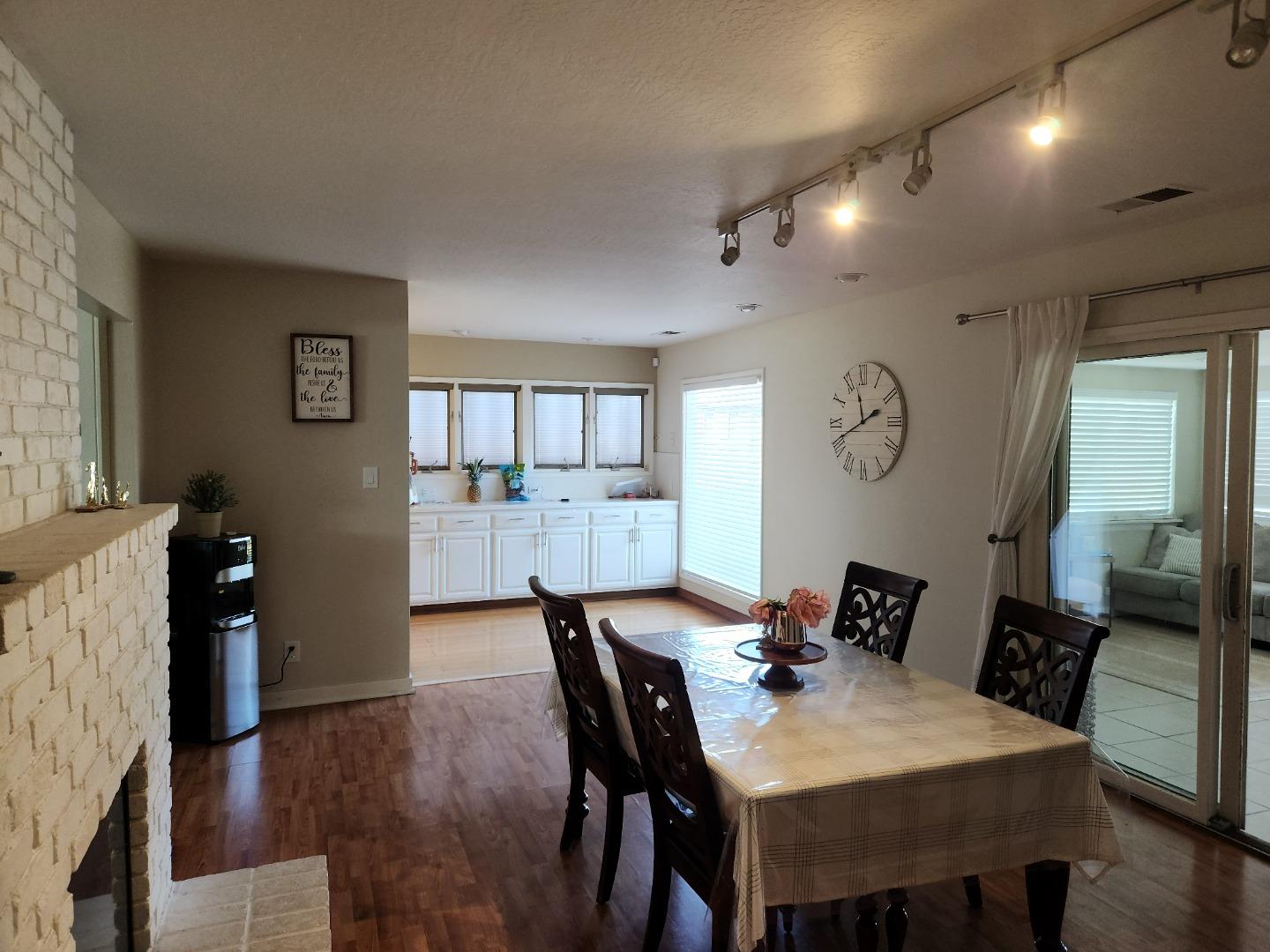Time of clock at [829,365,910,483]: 11:41
